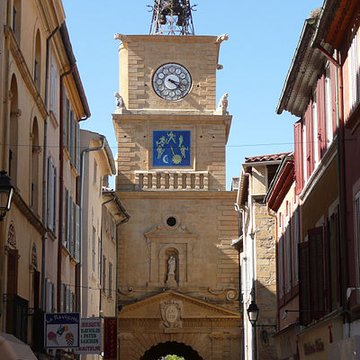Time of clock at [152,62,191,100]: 4:17
